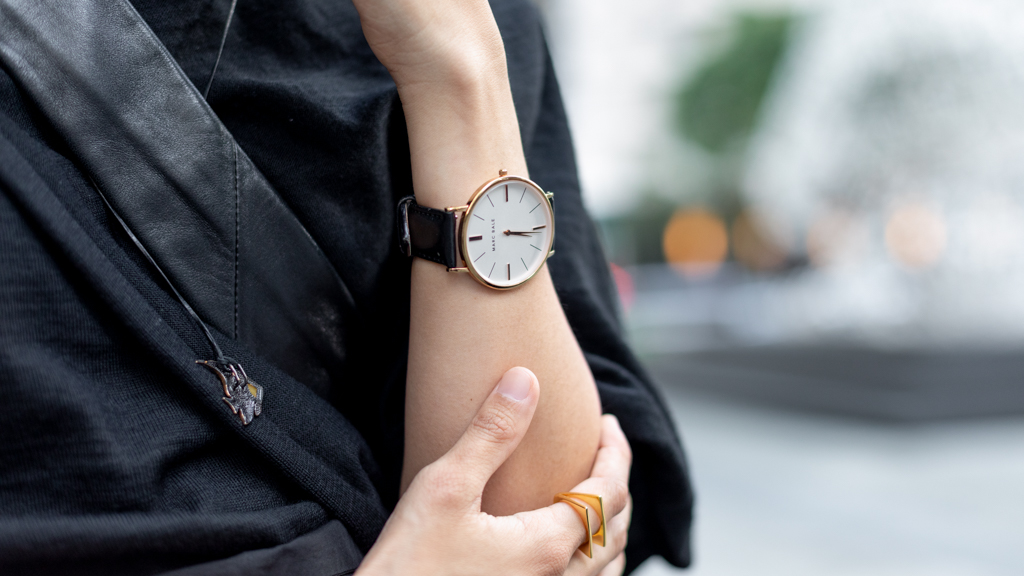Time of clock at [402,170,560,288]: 3:15
